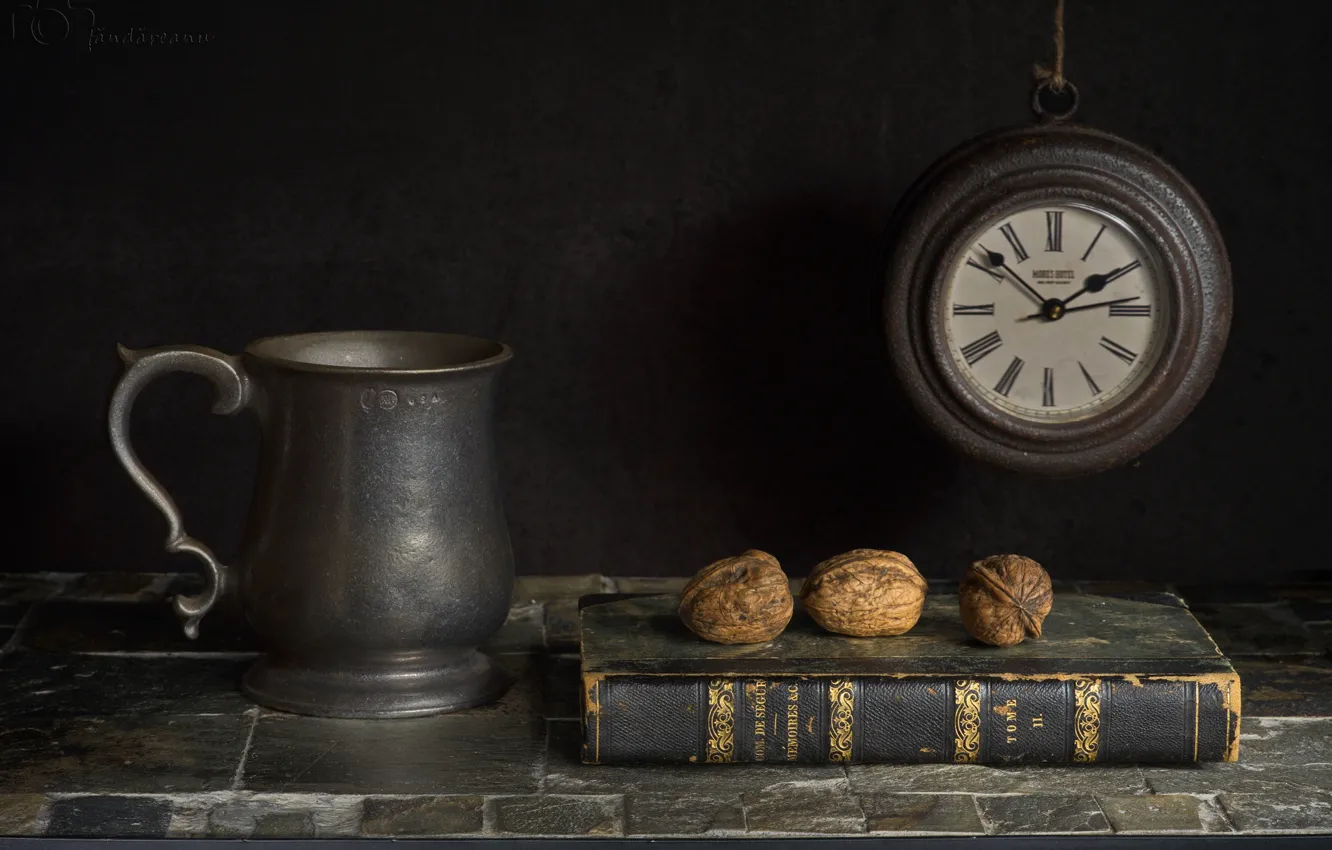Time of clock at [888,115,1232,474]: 1:51
